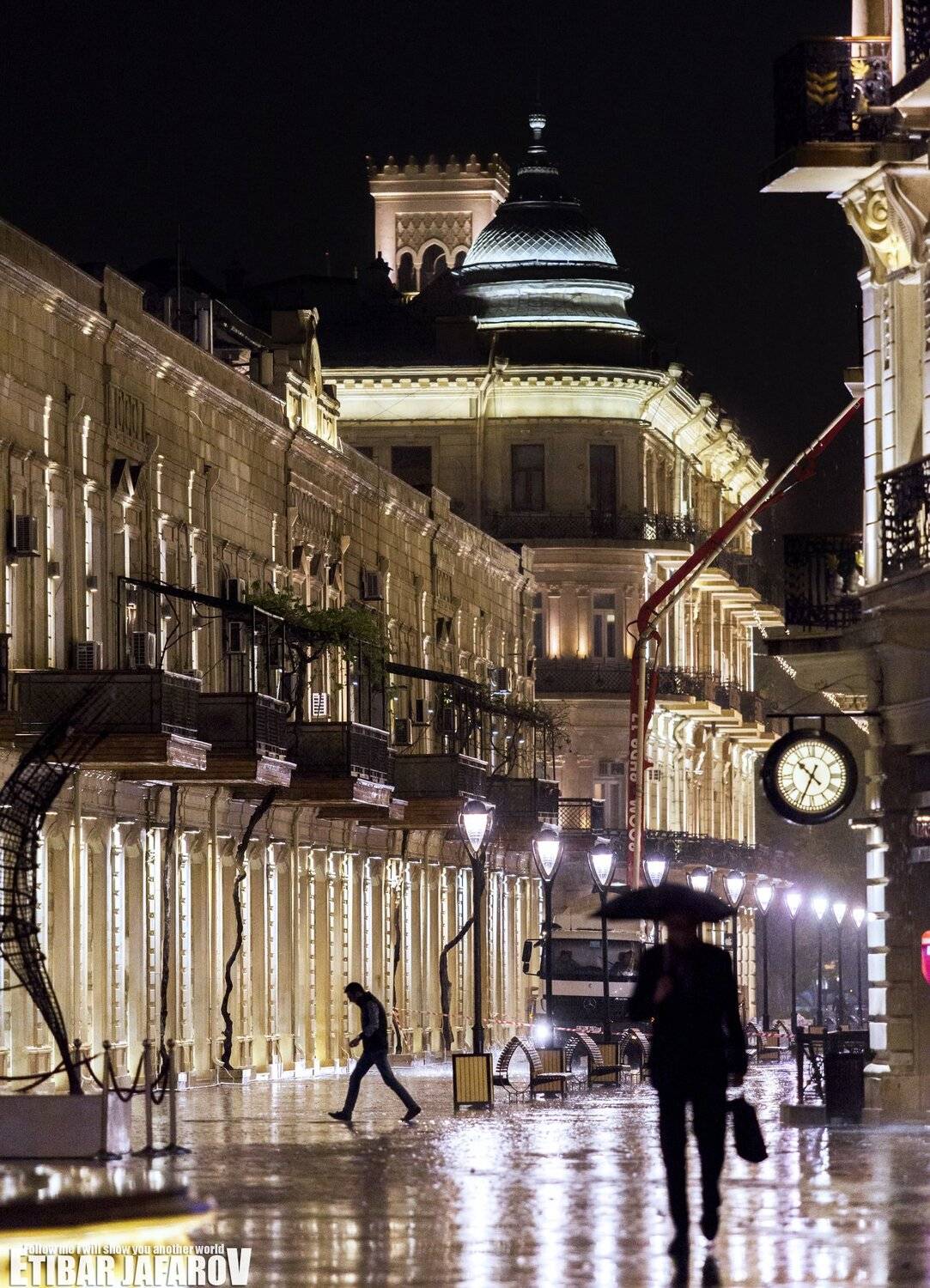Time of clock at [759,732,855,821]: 10:34
